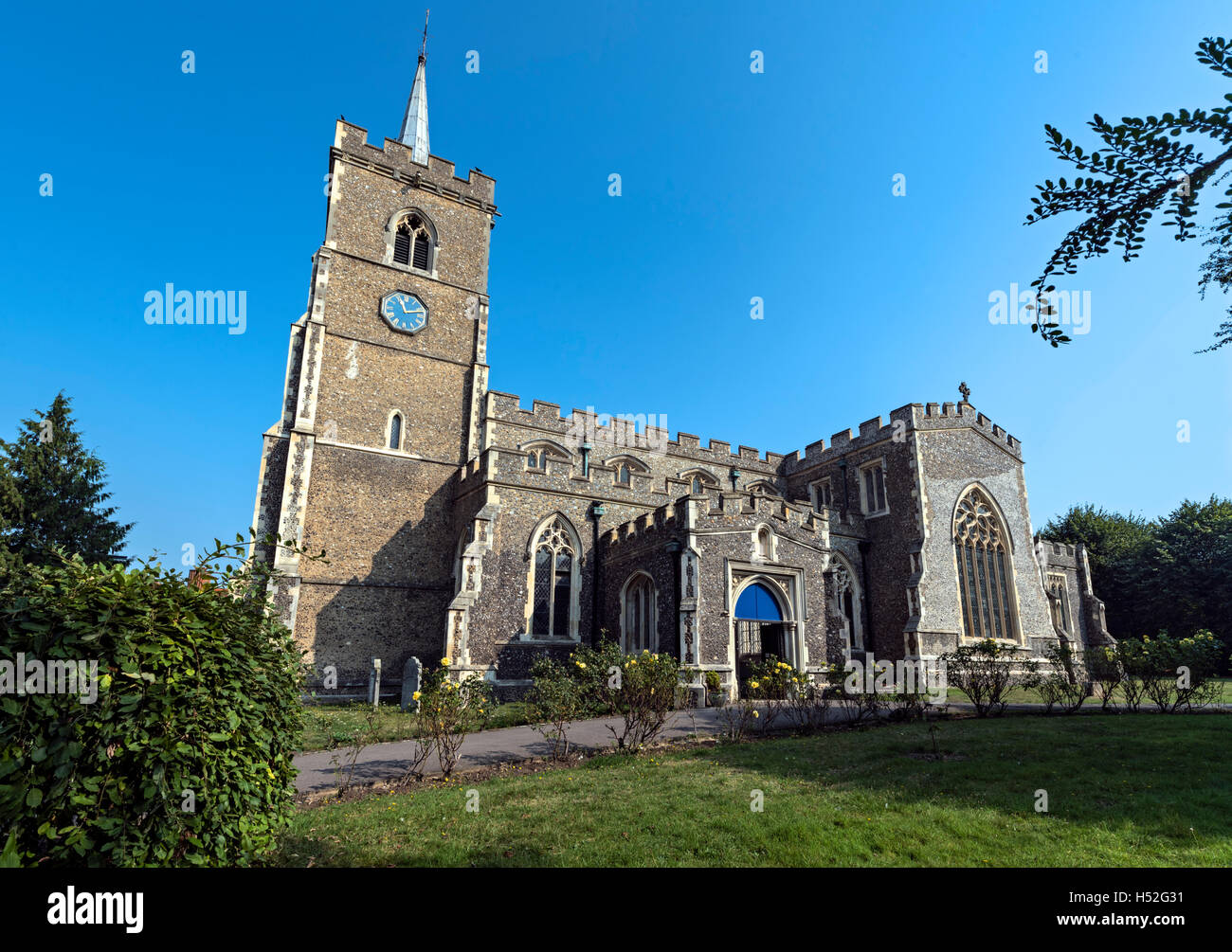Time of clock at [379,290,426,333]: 11:12
